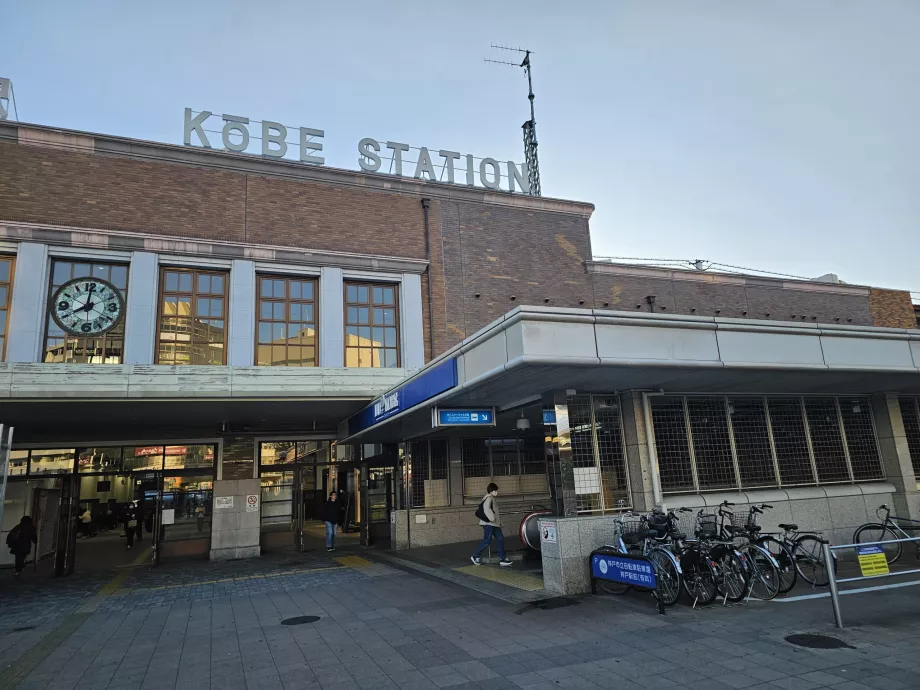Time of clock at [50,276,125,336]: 8:01
